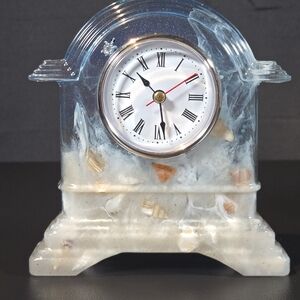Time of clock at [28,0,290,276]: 10:28
